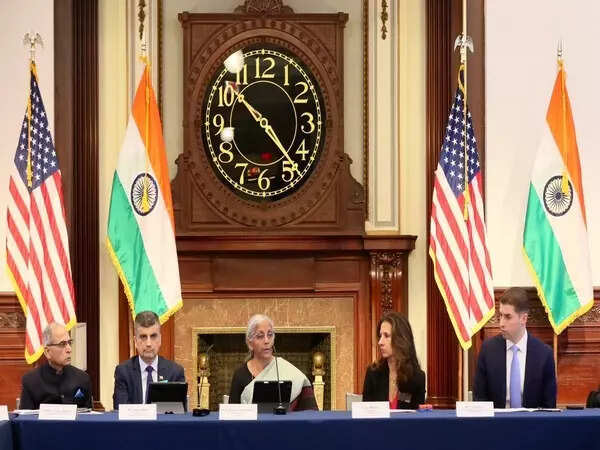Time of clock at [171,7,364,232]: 10:23
